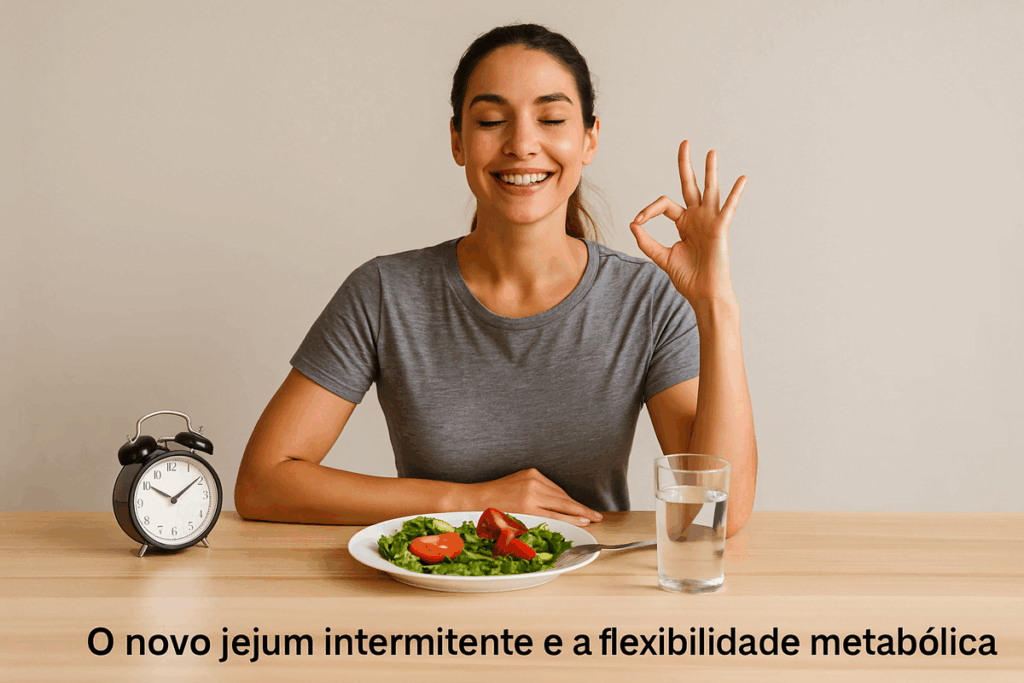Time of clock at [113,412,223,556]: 10:09
